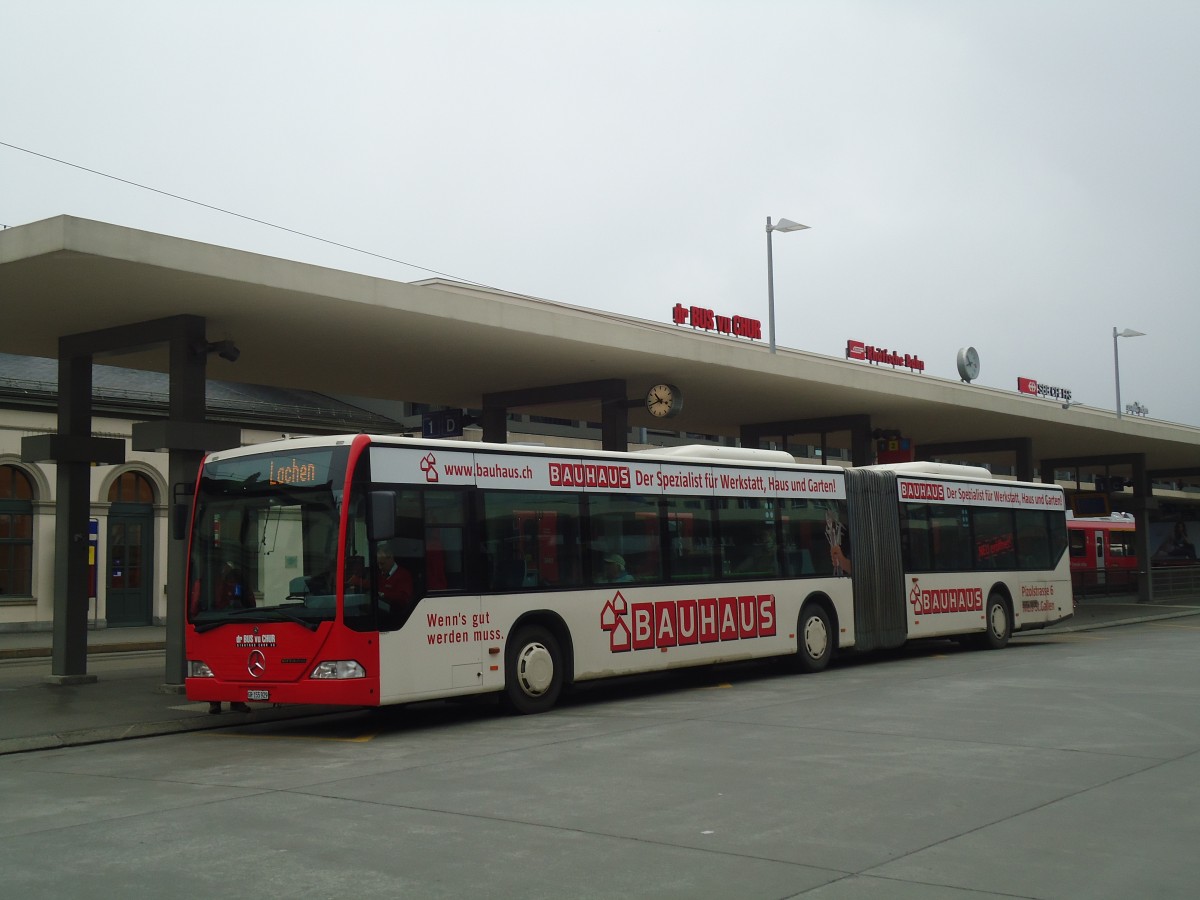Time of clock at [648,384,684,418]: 10:41
